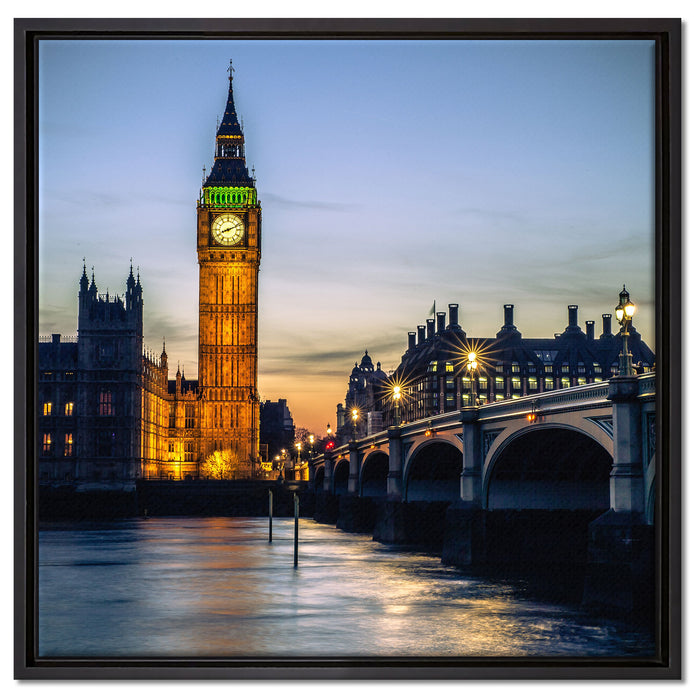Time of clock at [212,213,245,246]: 8:11
